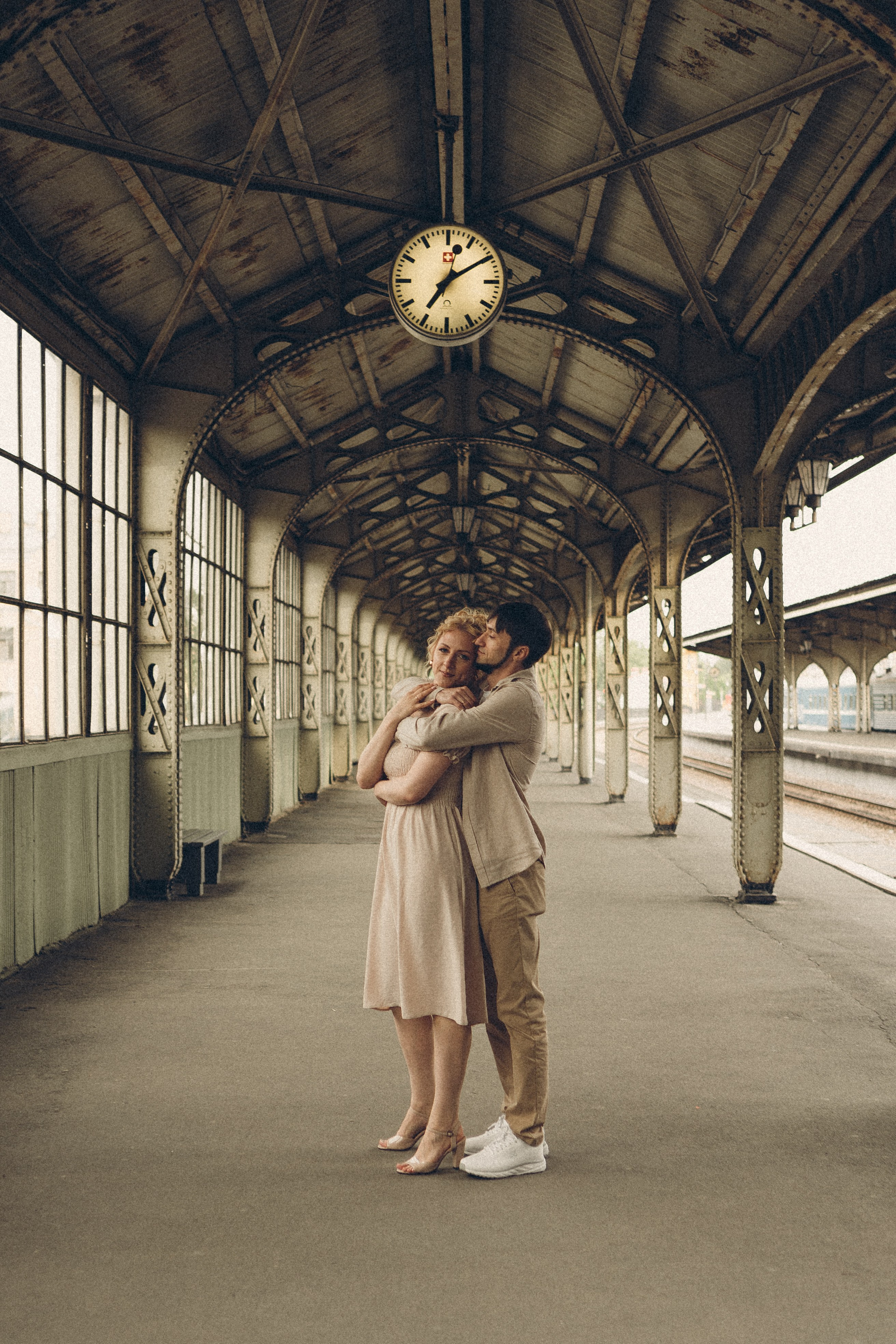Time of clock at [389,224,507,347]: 7:09
